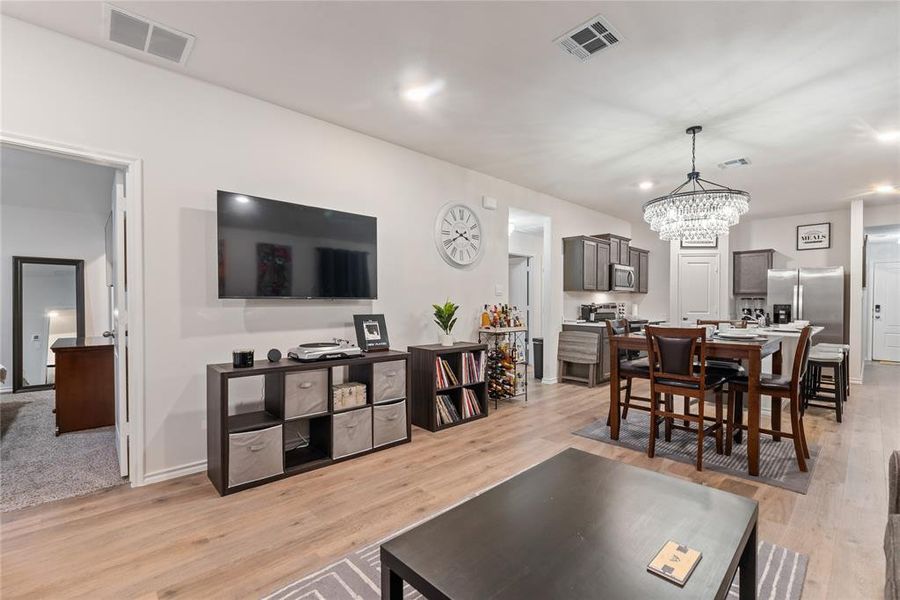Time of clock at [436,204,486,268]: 3:40
